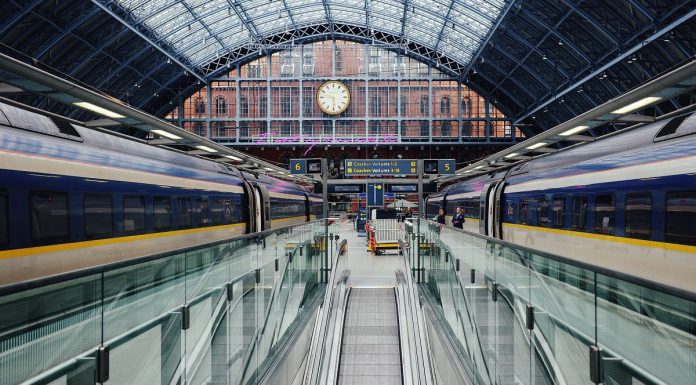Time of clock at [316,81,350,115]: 5:47
